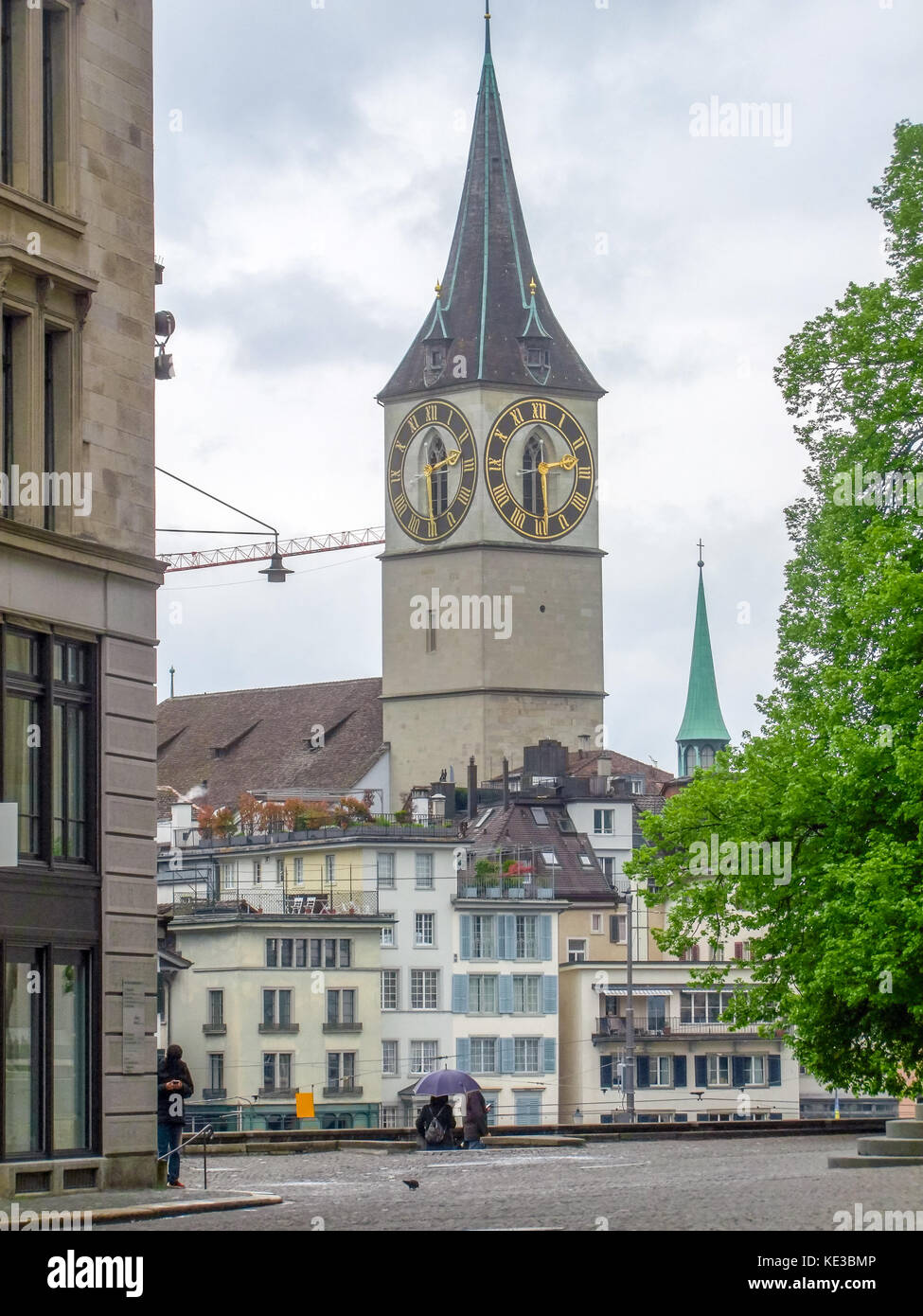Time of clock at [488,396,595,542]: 2:29
